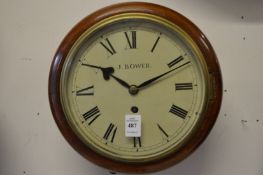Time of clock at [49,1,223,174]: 10:11
